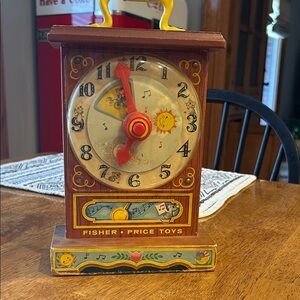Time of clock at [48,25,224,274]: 11:48
